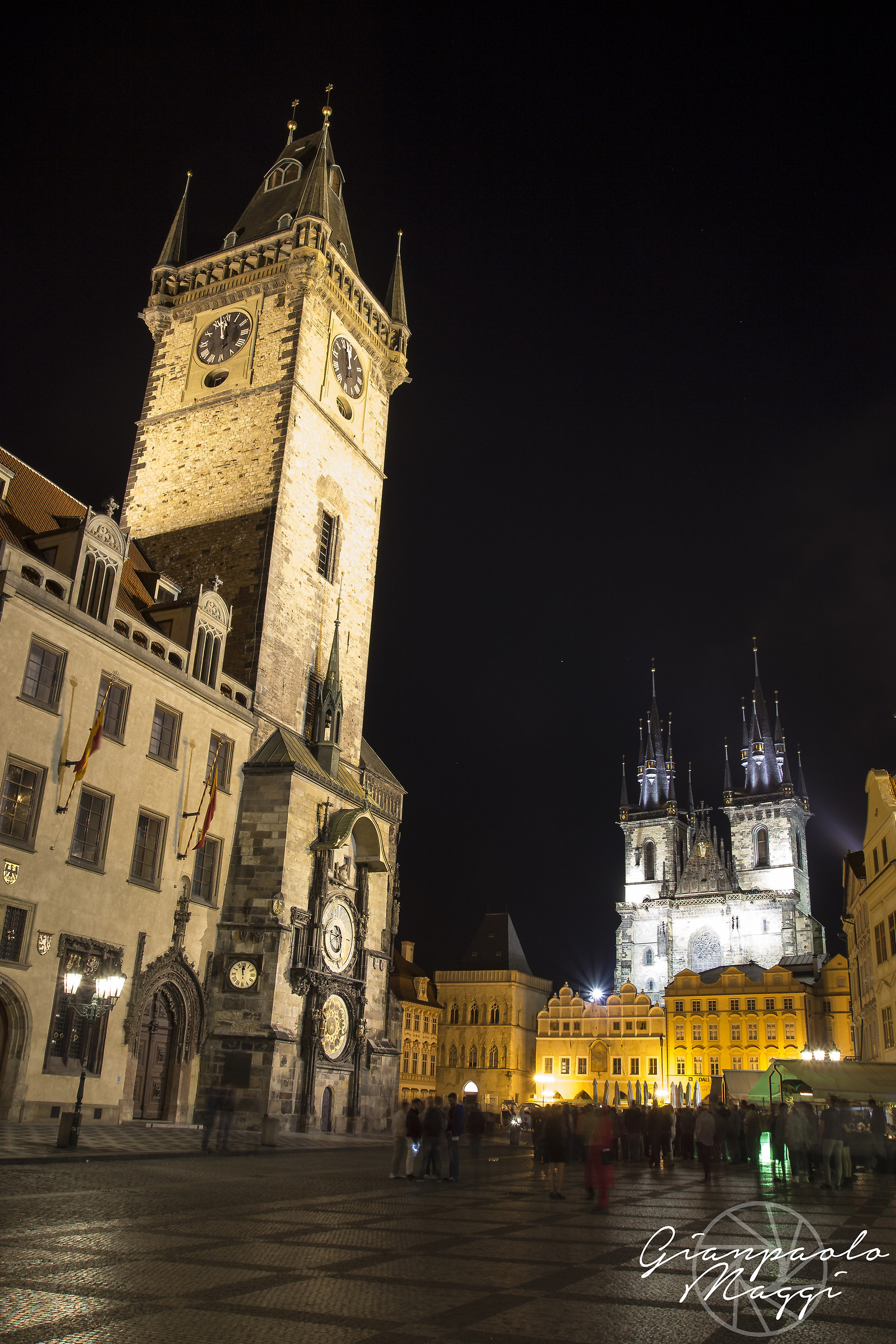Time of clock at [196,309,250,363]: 11:57
